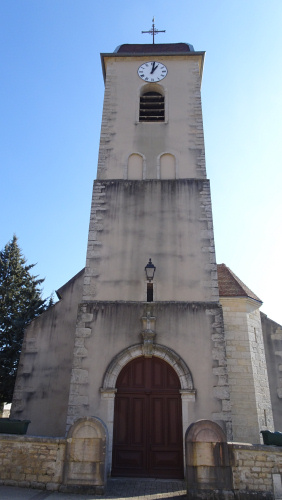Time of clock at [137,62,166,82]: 1:01
